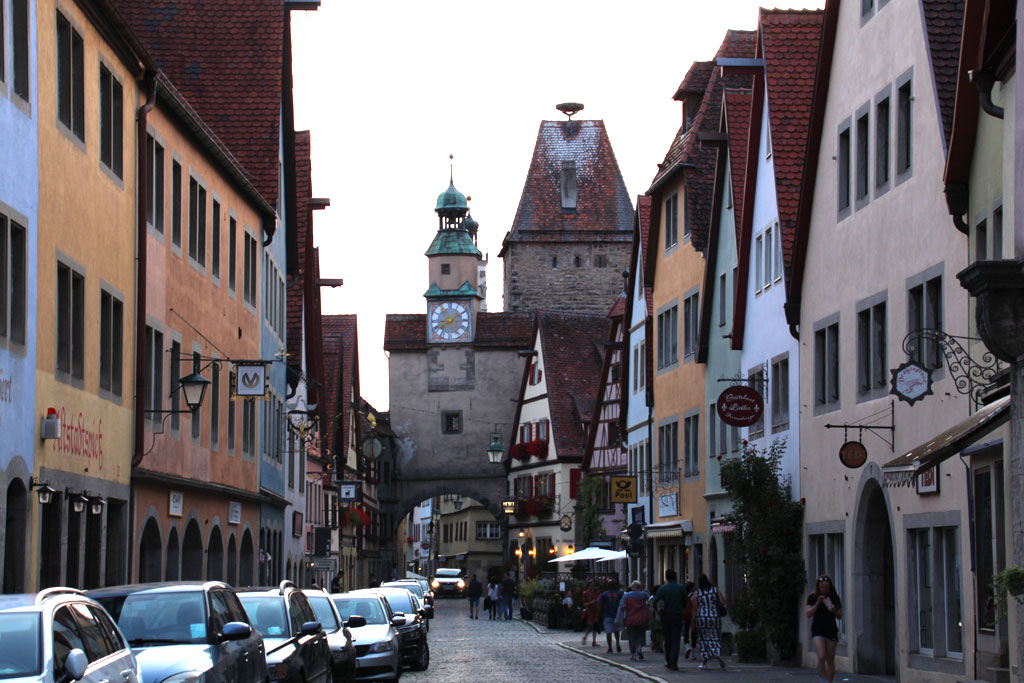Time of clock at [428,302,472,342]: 8:09
